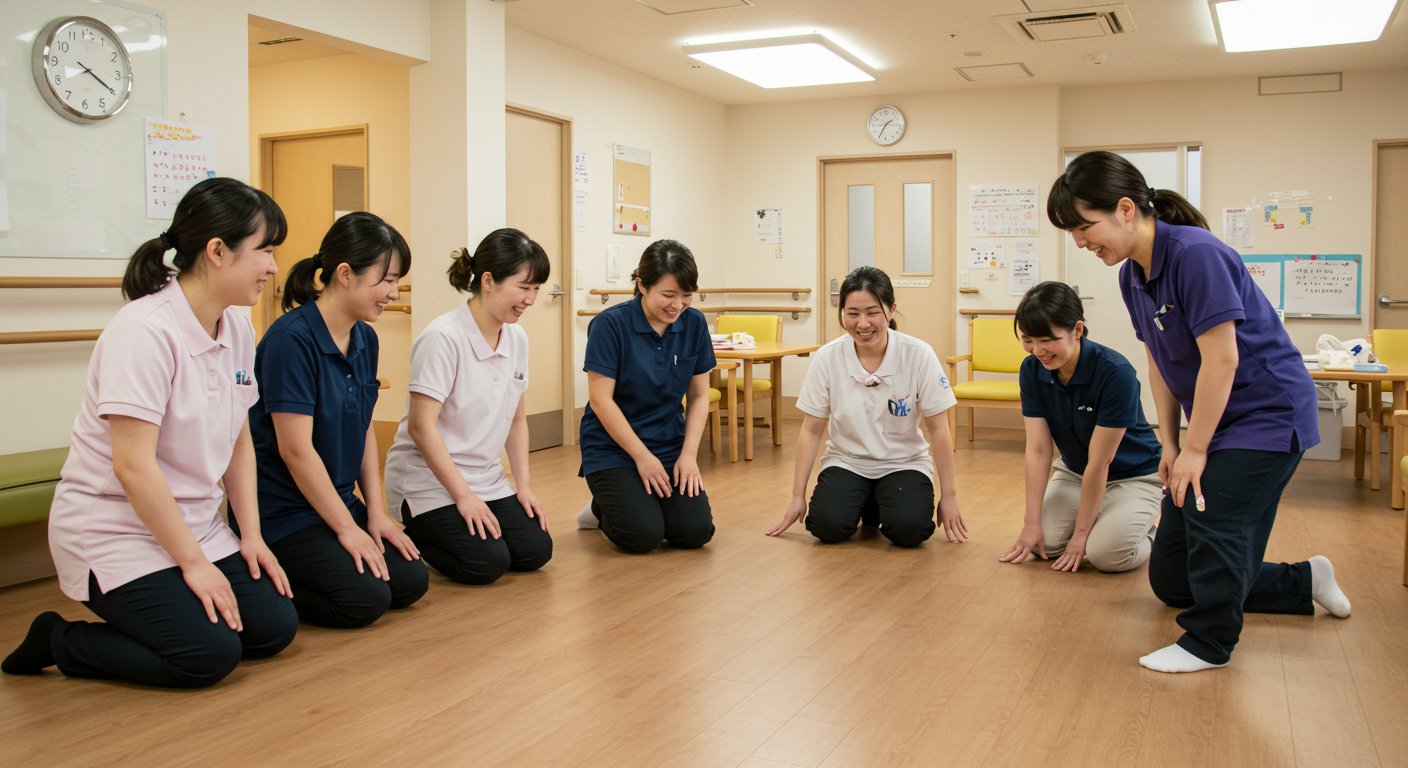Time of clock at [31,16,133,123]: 8:19
